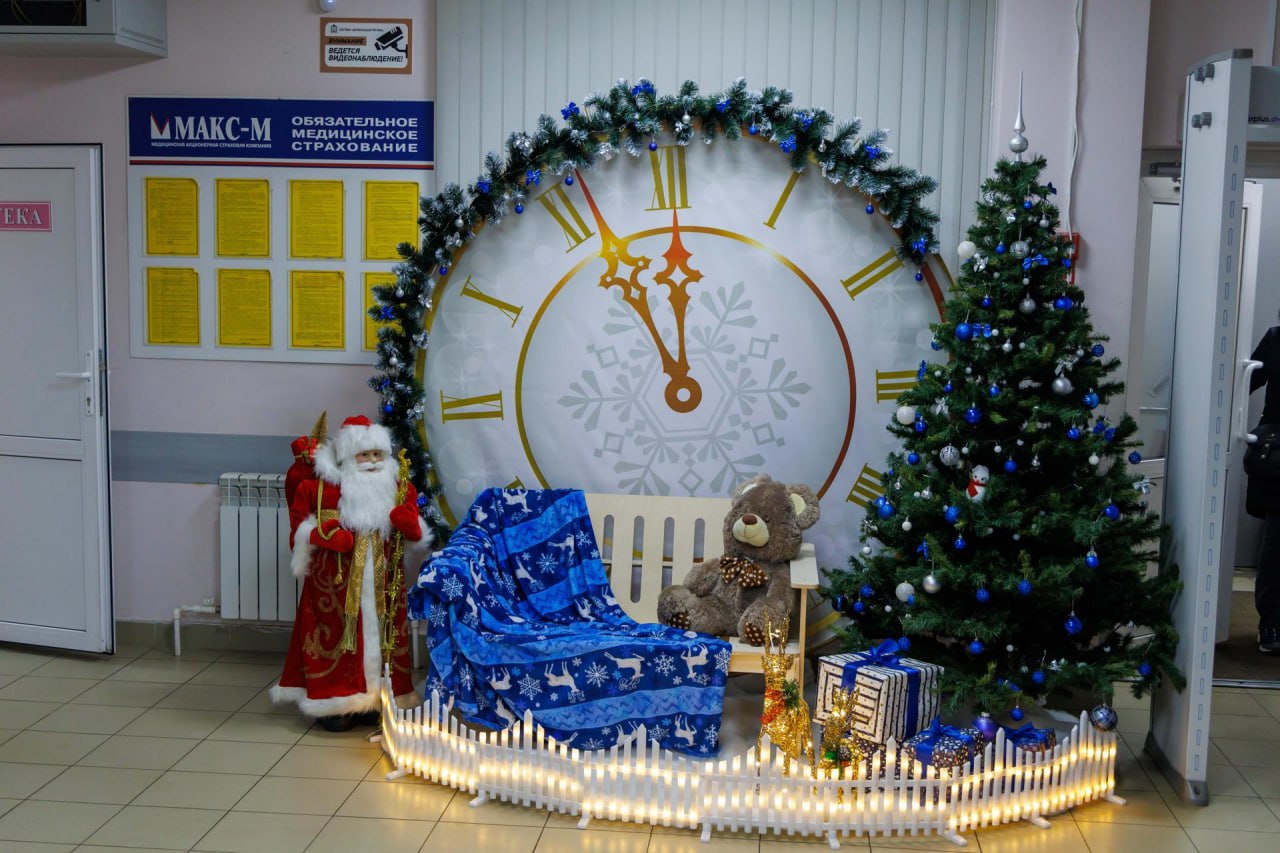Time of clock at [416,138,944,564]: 11:55
